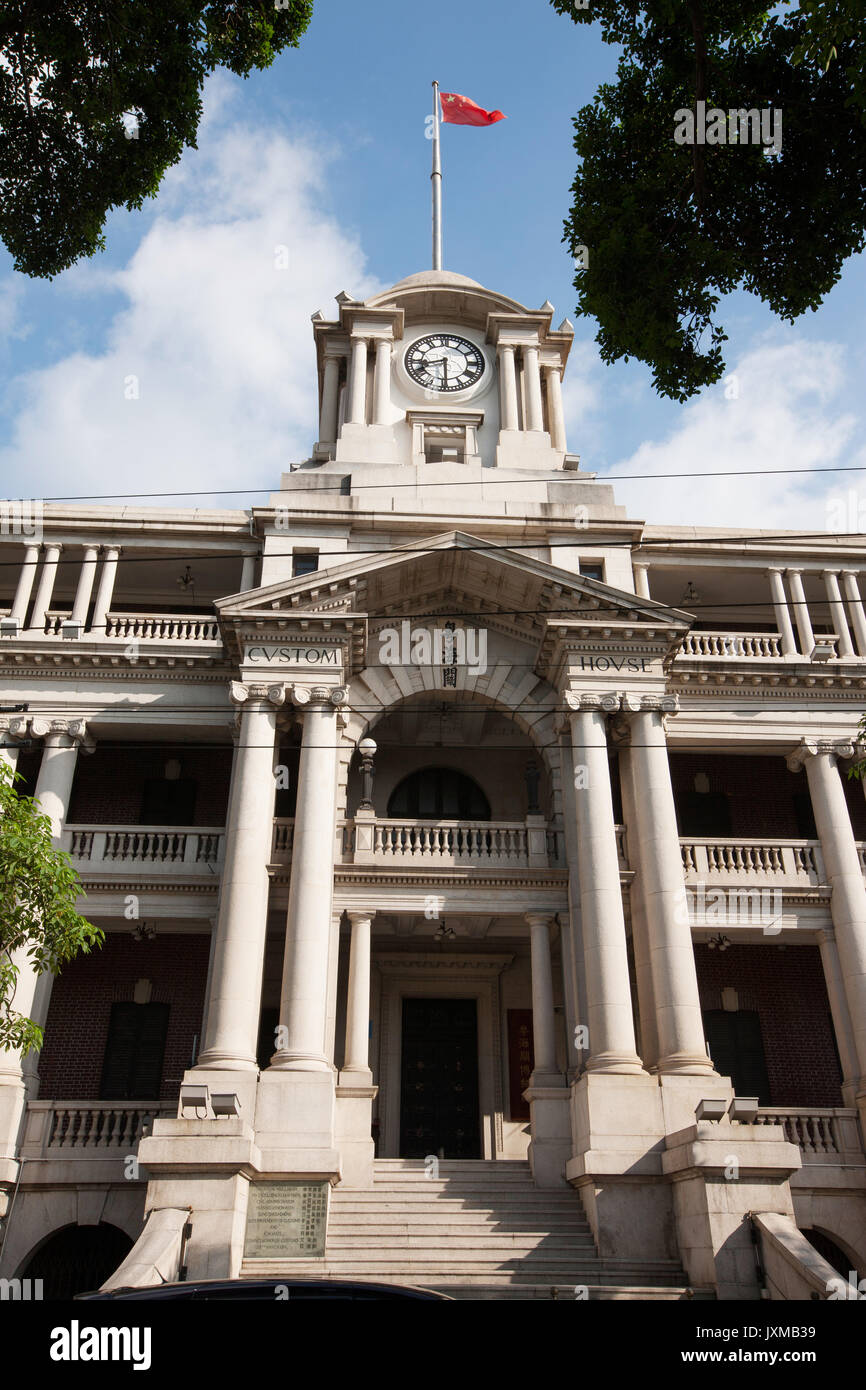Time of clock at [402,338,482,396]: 8:29
